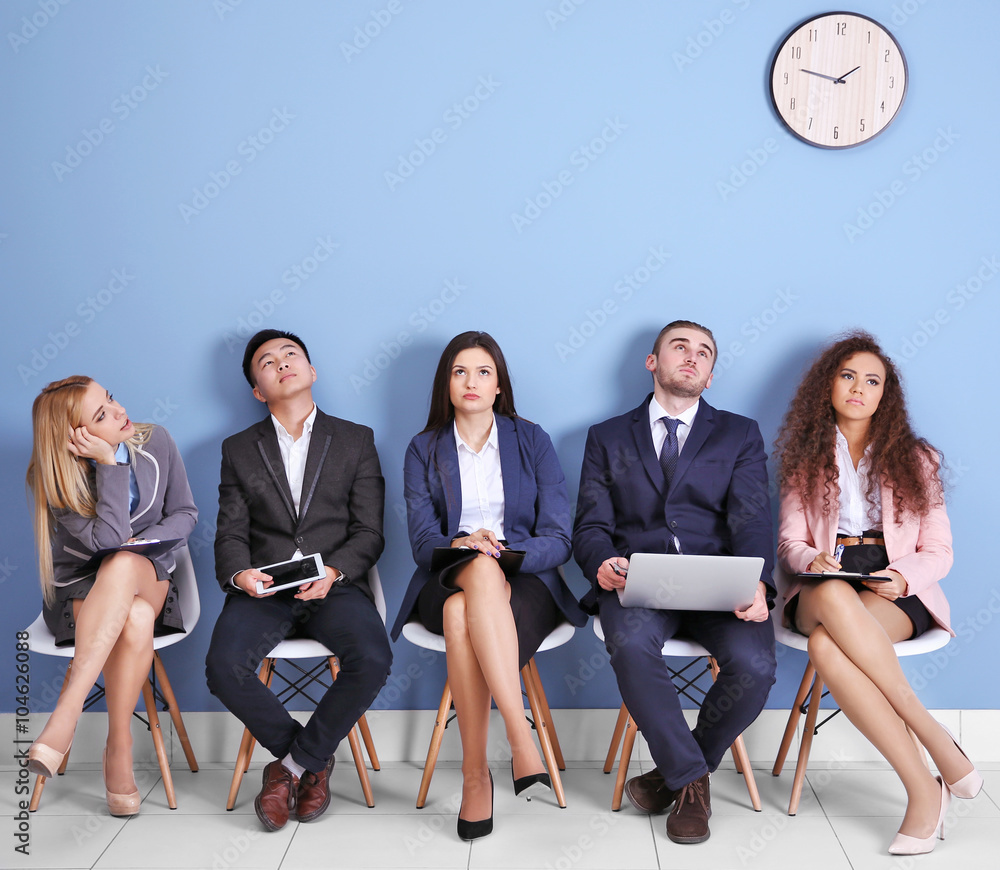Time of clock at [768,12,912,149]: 1:47
